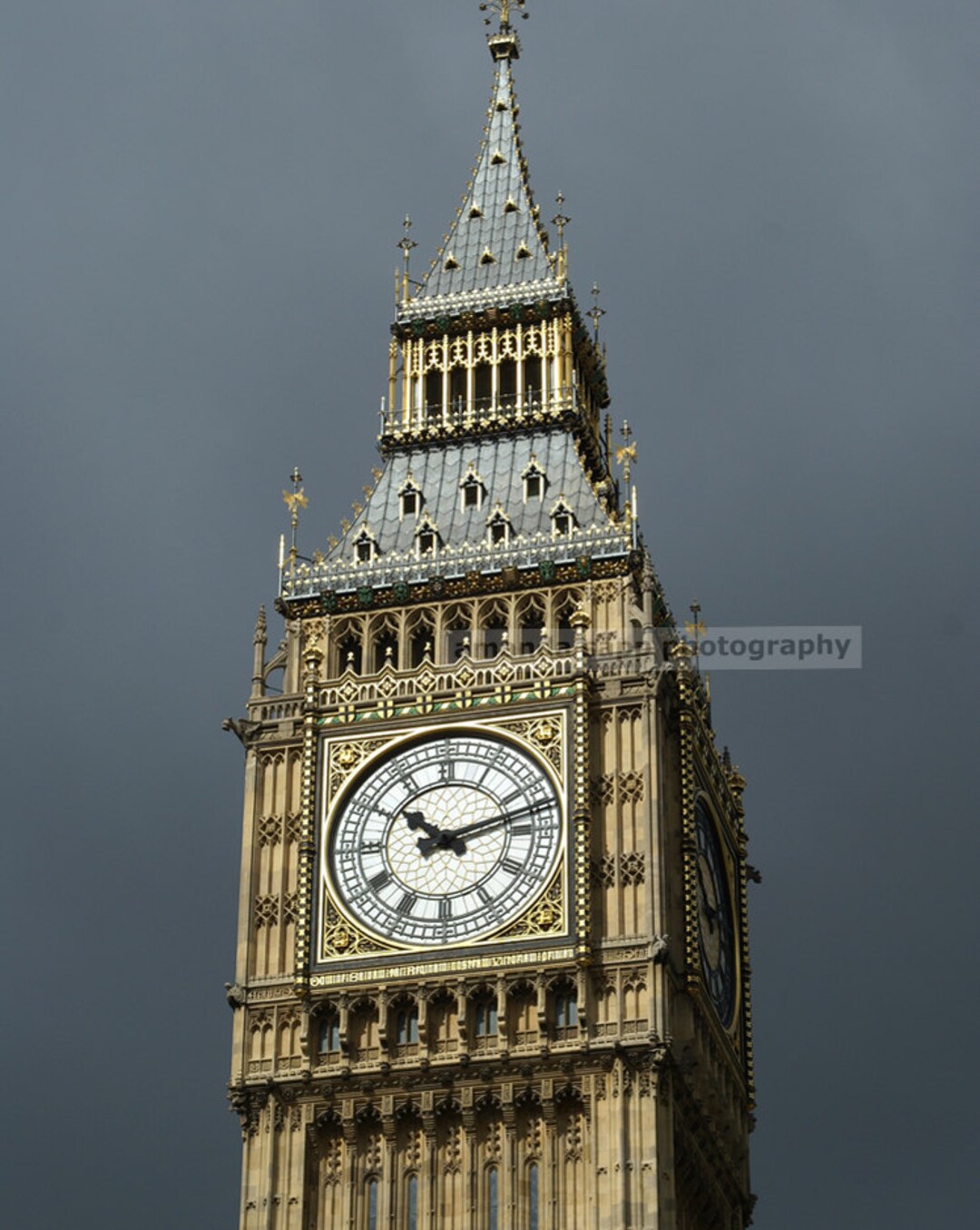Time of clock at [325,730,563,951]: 10:12
